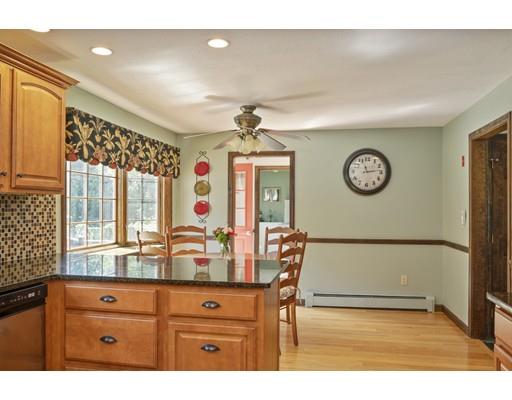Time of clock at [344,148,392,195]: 11:13
